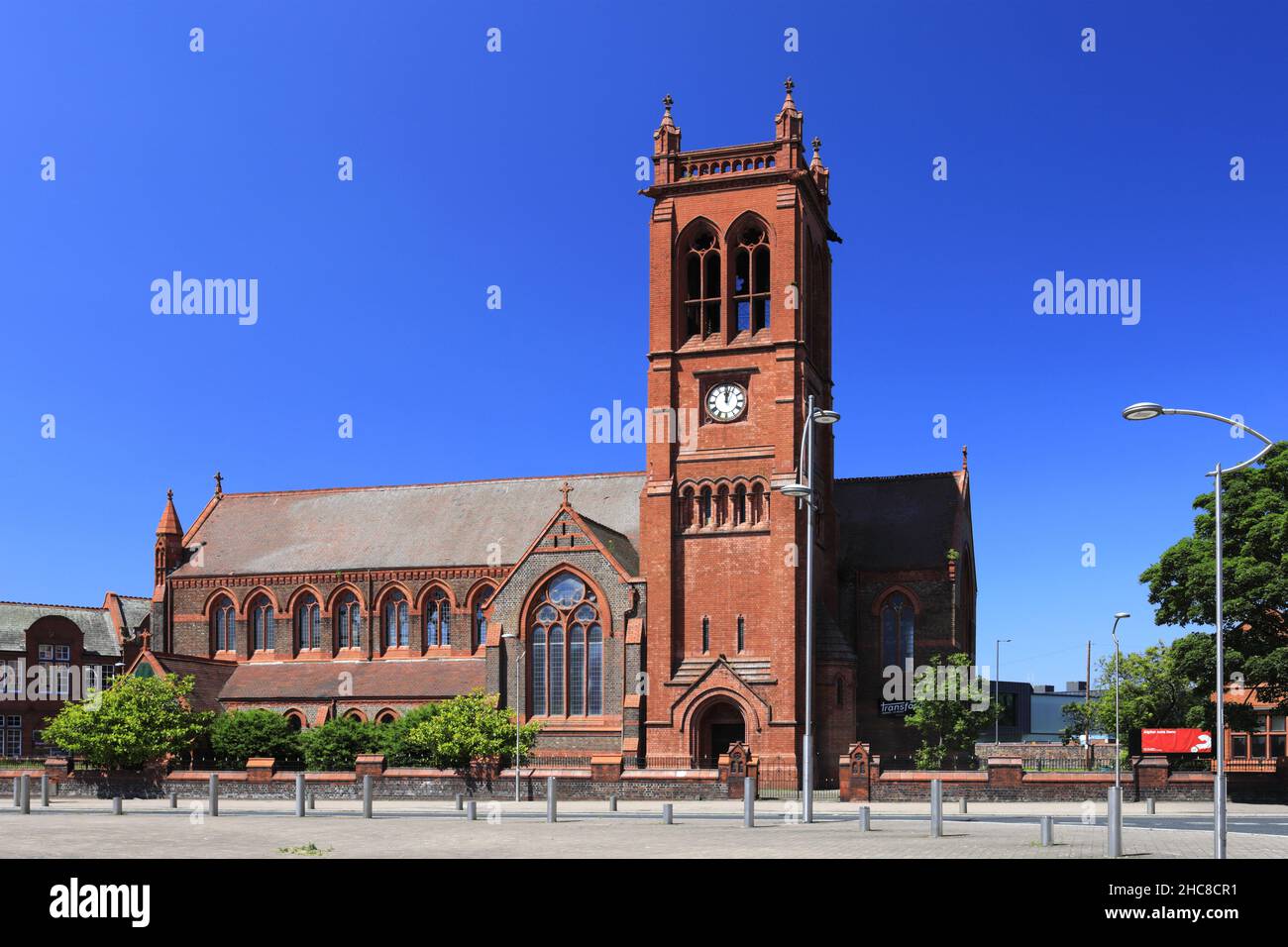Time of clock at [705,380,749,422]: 12:02
